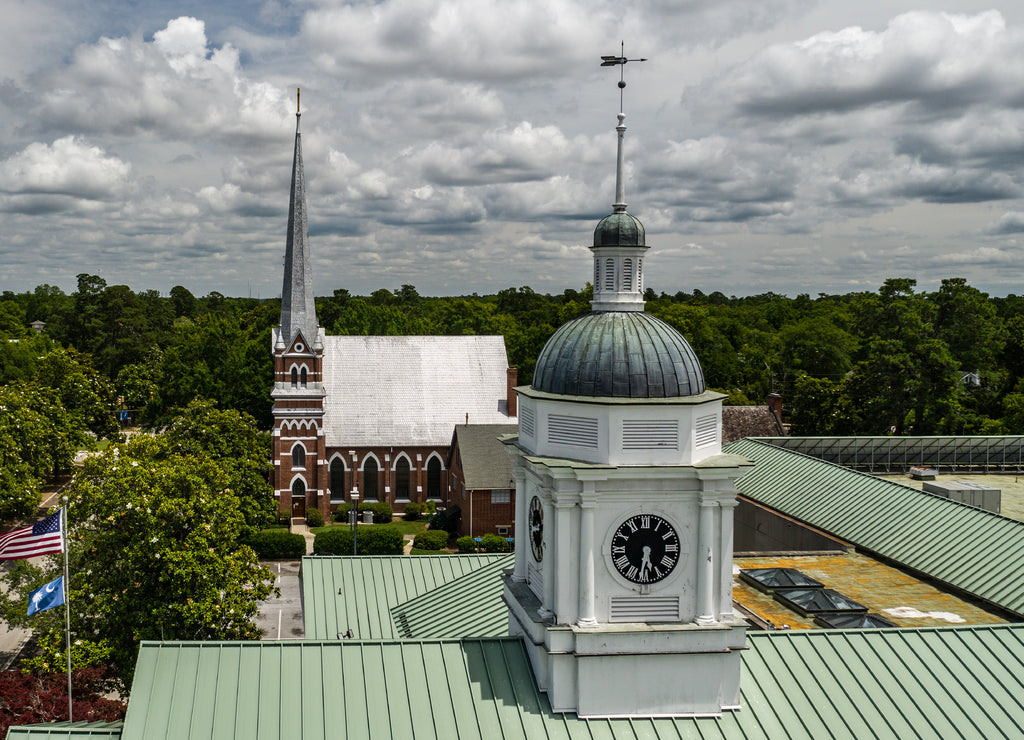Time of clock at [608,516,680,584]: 5:31
